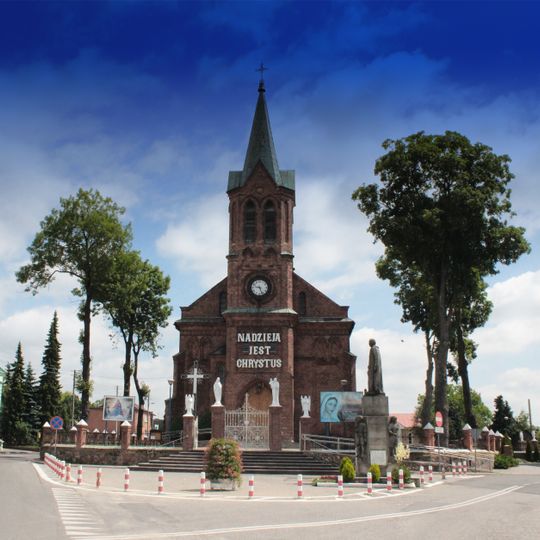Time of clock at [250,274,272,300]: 9:26
